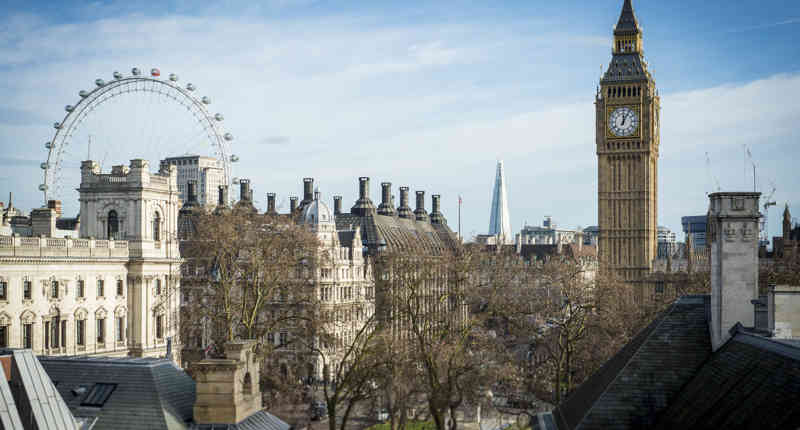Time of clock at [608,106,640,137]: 12:05
